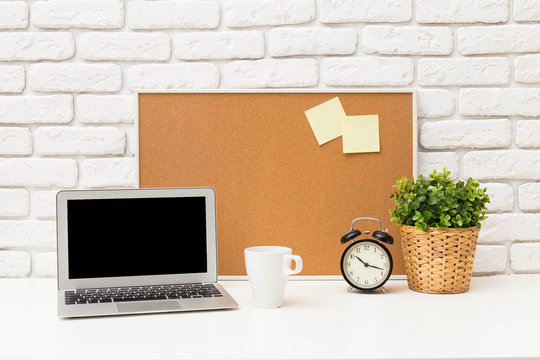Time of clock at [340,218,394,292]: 10:17
